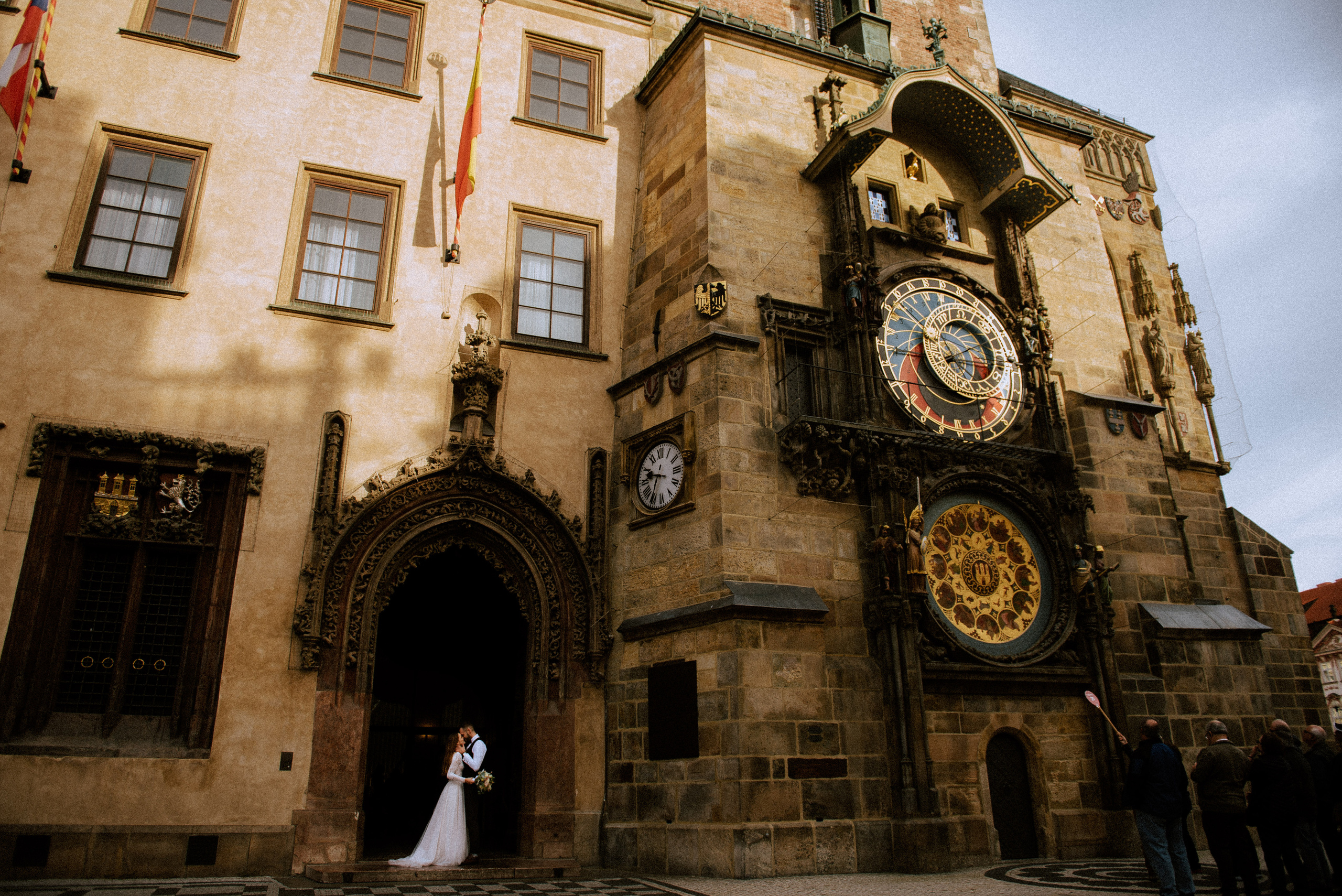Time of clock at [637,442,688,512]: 9:34
